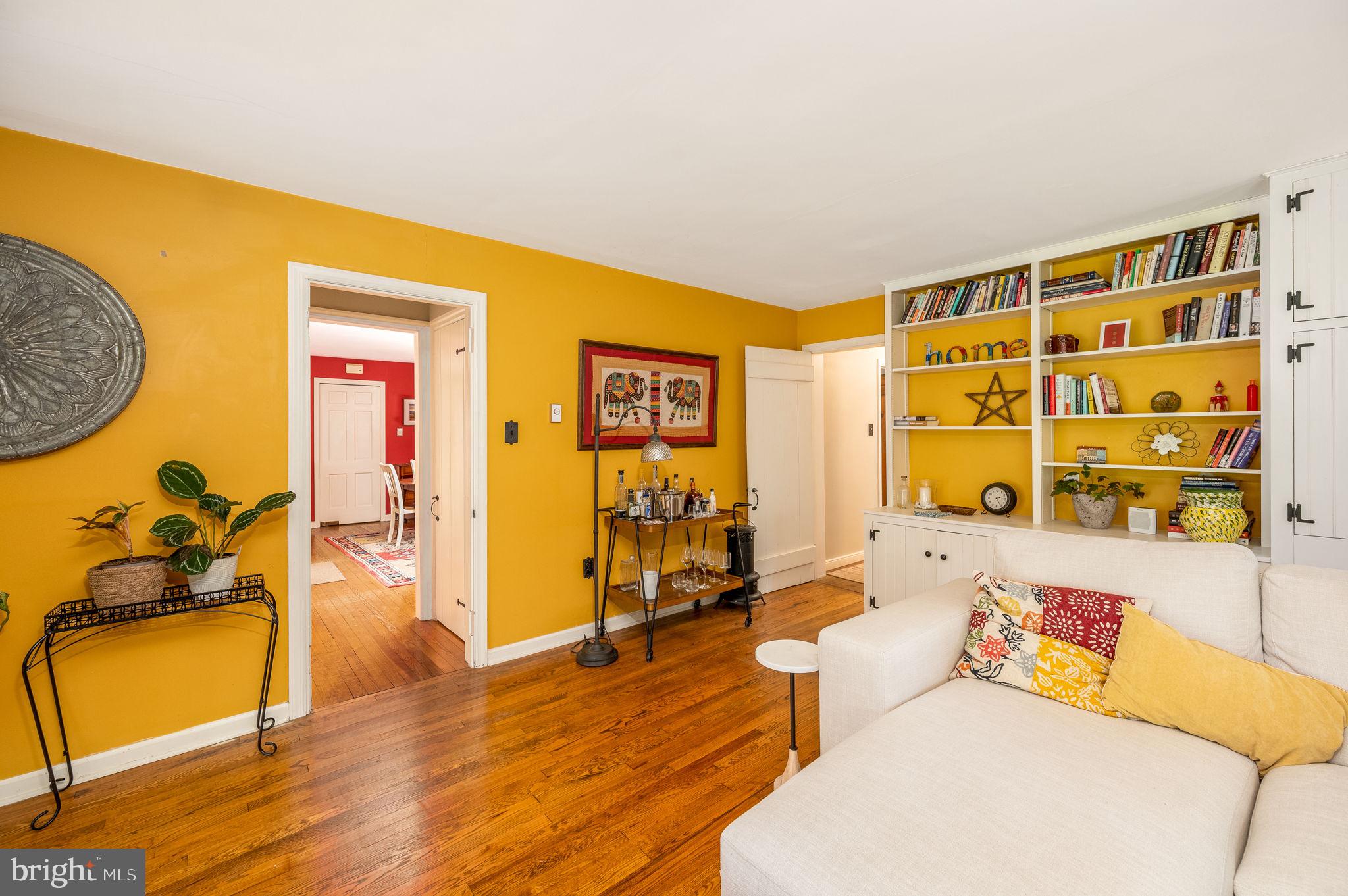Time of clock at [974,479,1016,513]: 2:24
